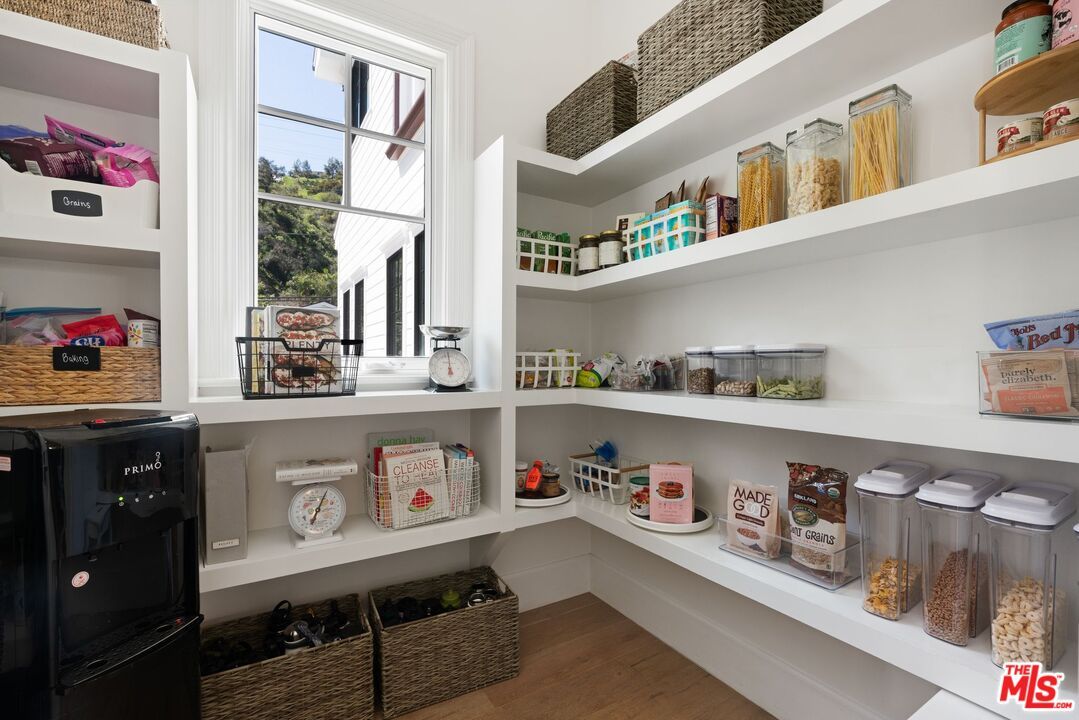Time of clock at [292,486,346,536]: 7:04
